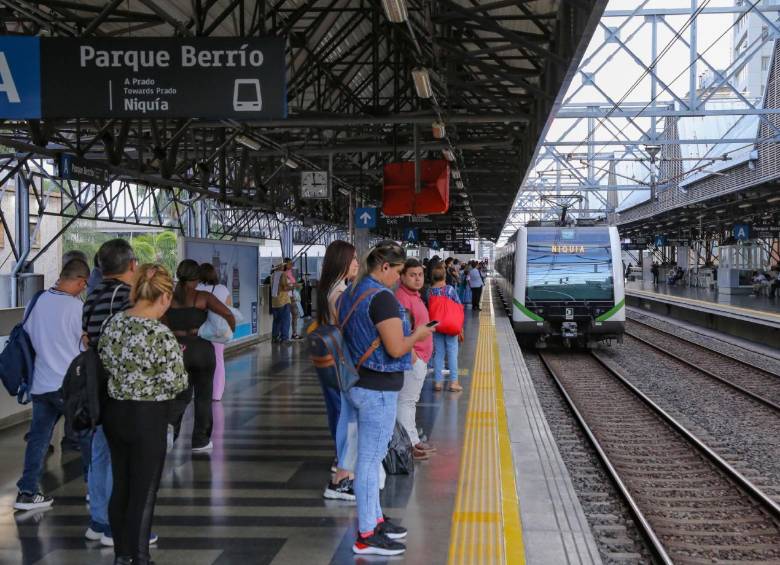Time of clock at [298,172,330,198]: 2:59
